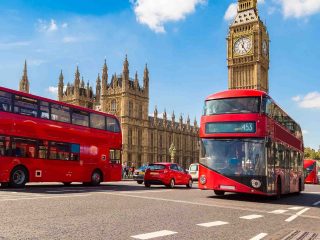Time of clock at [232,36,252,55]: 12:24
